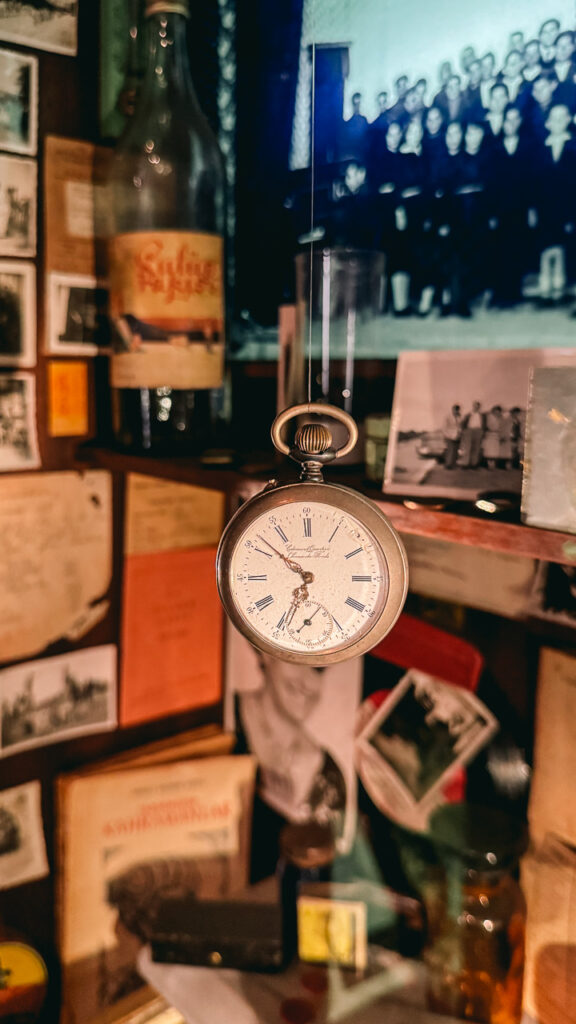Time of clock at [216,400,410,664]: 6:51
